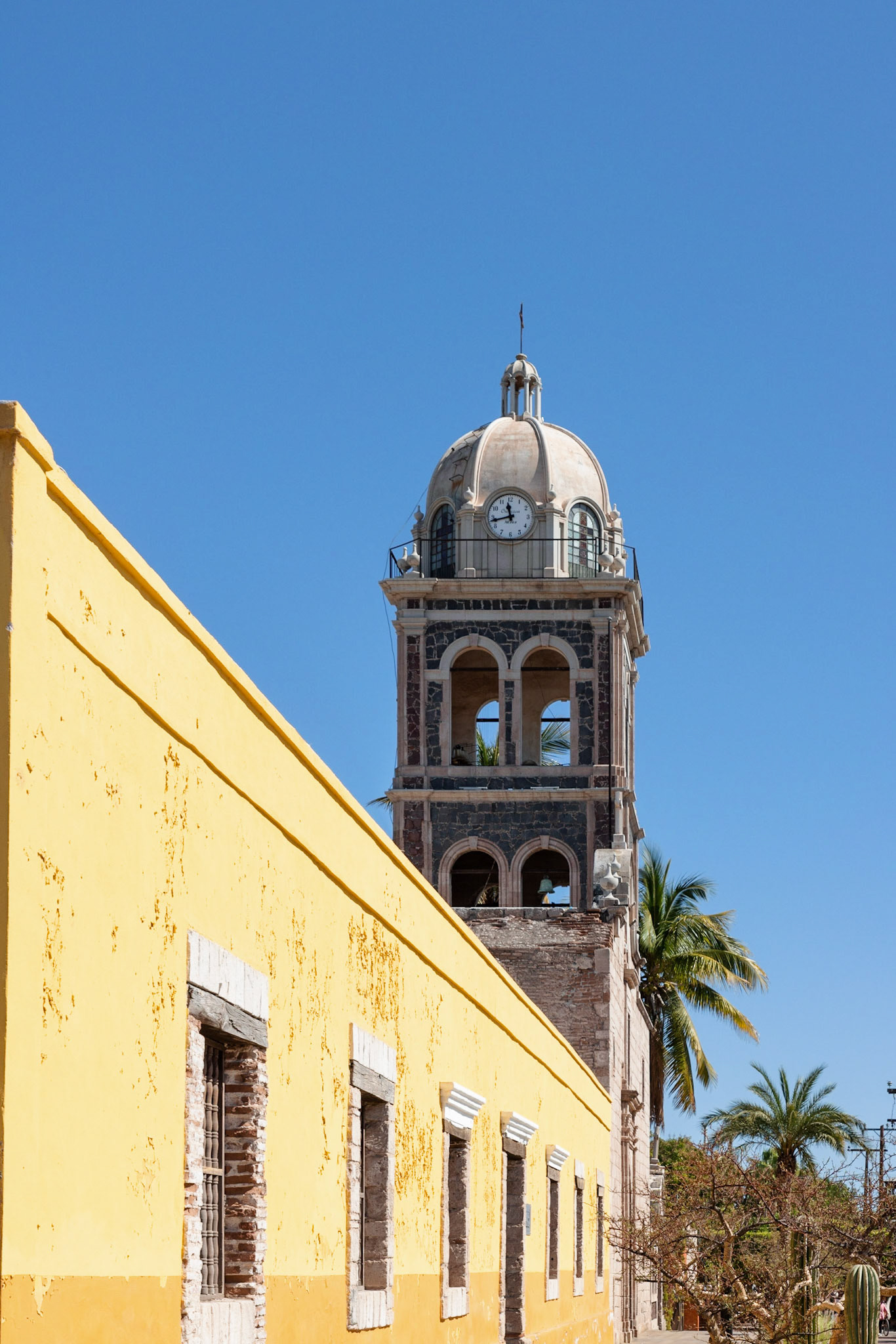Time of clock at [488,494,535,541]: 11:42
